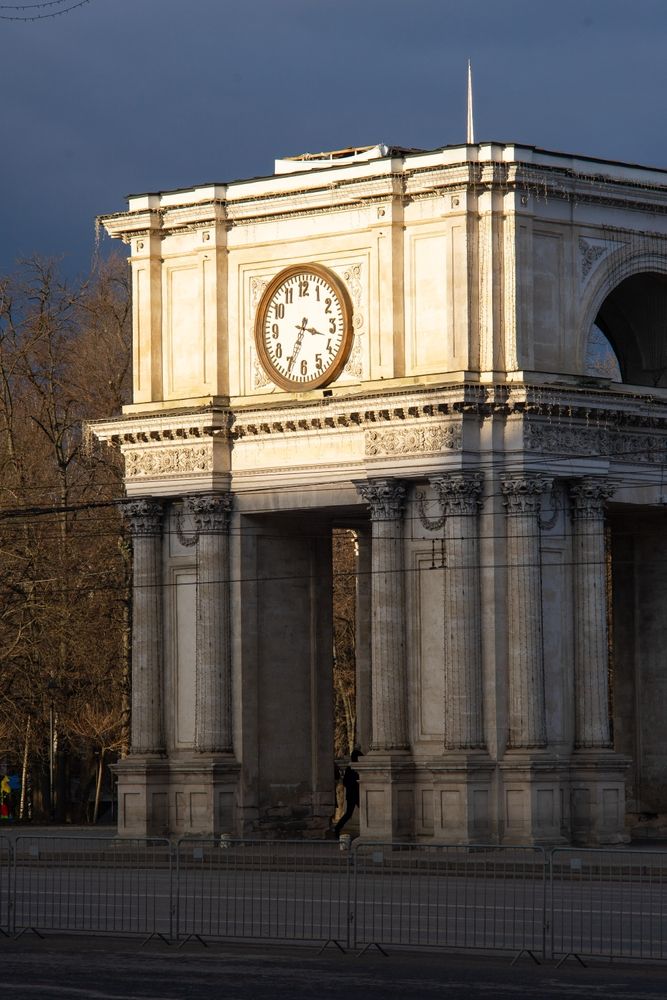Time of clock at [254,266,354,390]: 3:34
